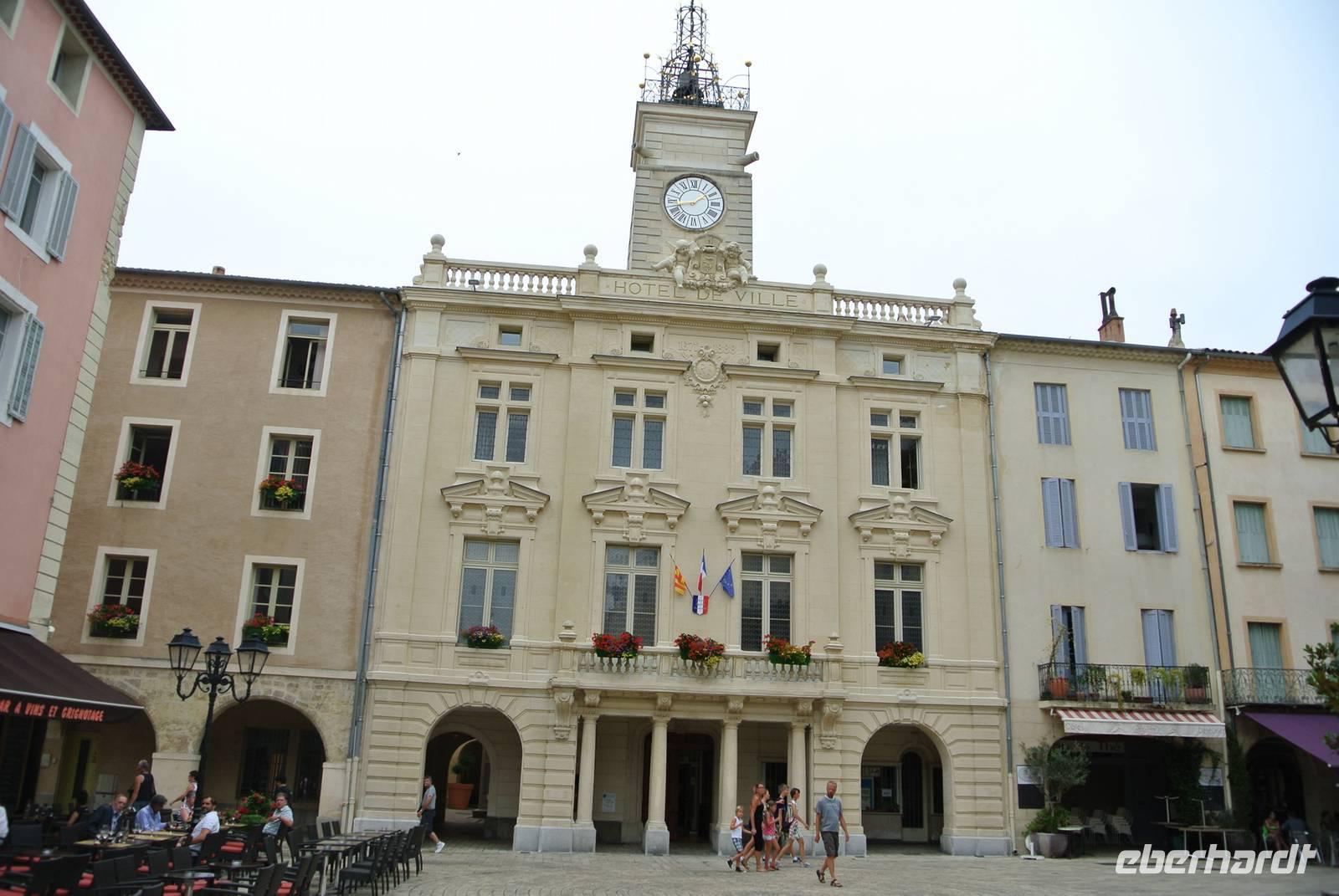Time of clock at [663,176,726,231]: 1:43
